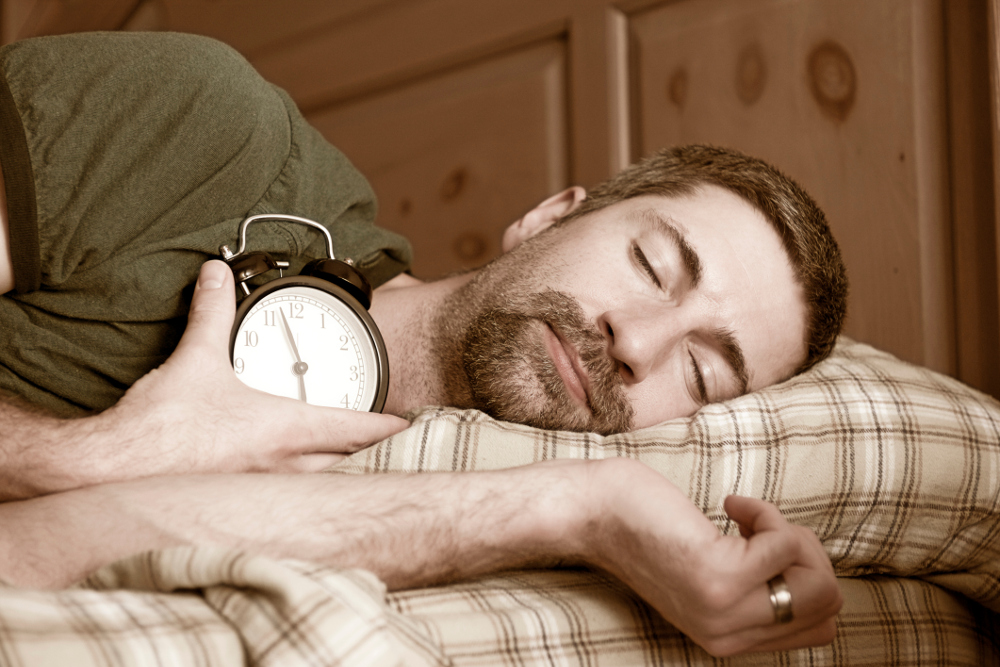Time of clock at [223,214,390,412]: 5:57
